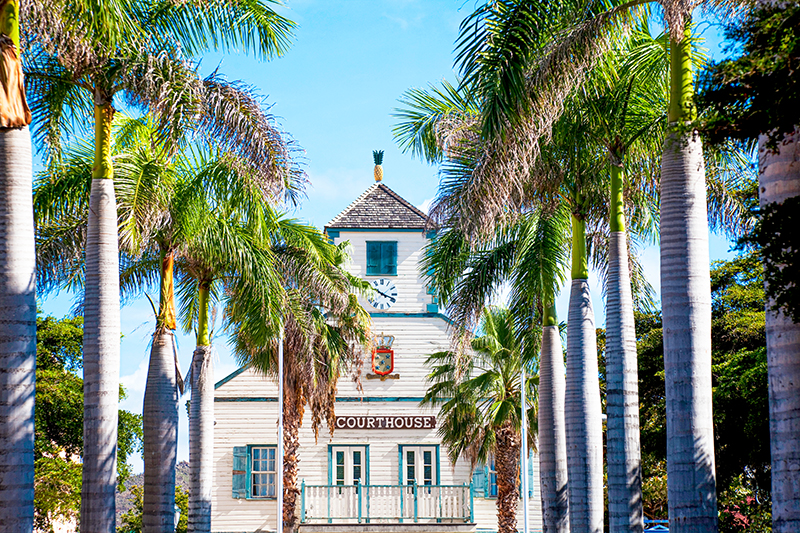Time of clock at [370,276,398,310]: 10:18
